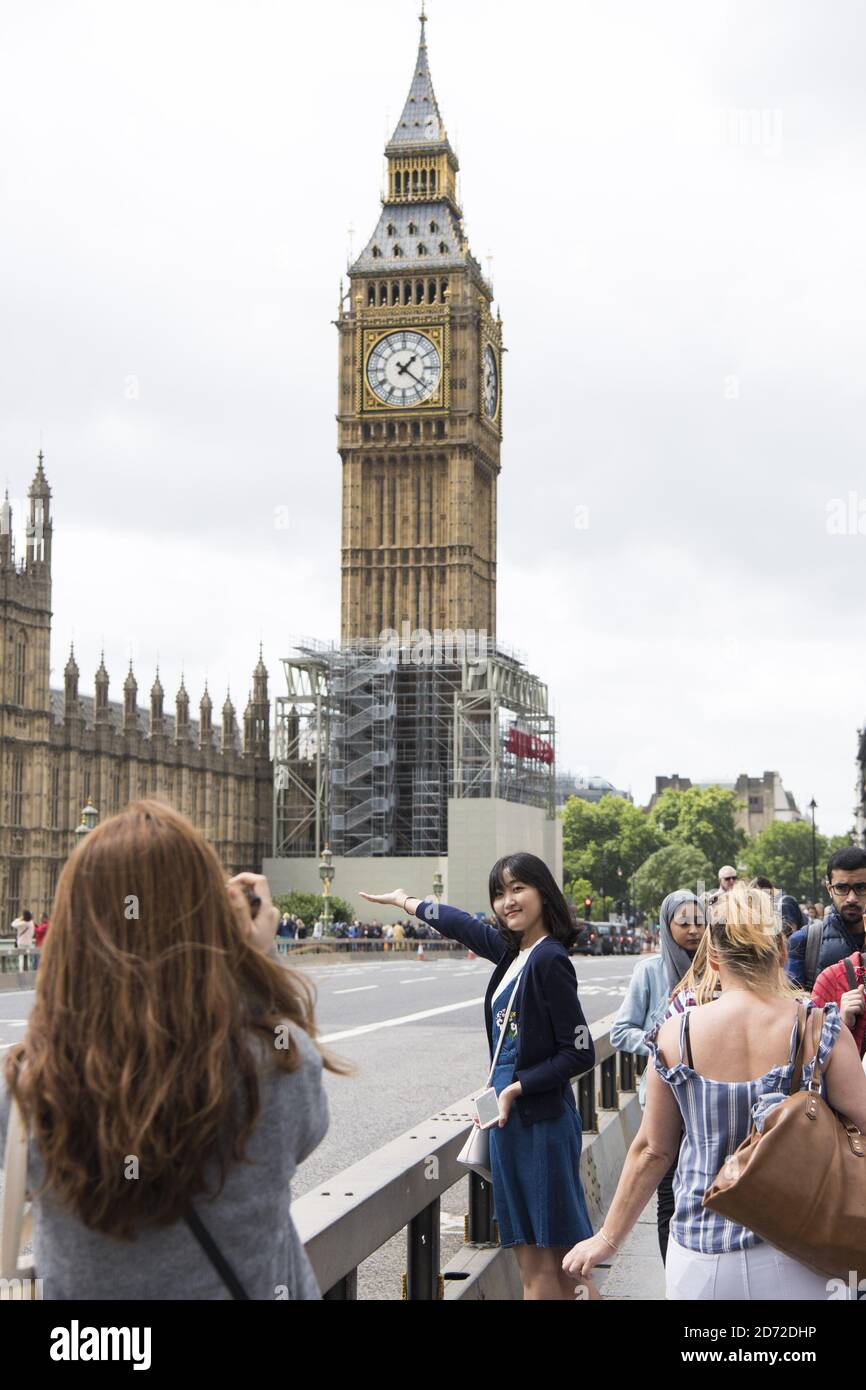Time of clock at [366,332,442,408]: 1:21
